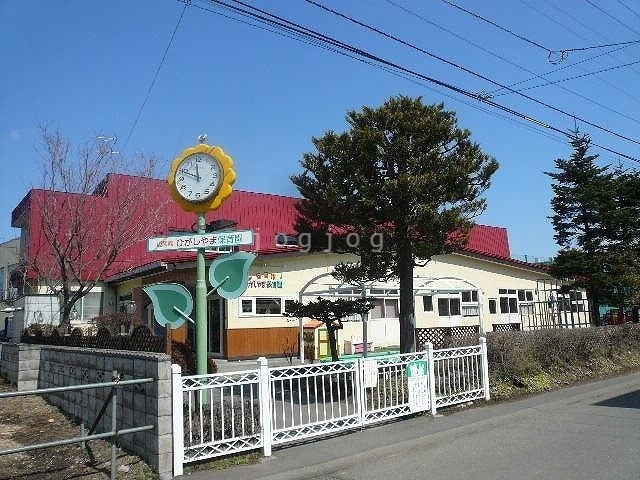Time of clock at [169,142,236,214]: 11:49
